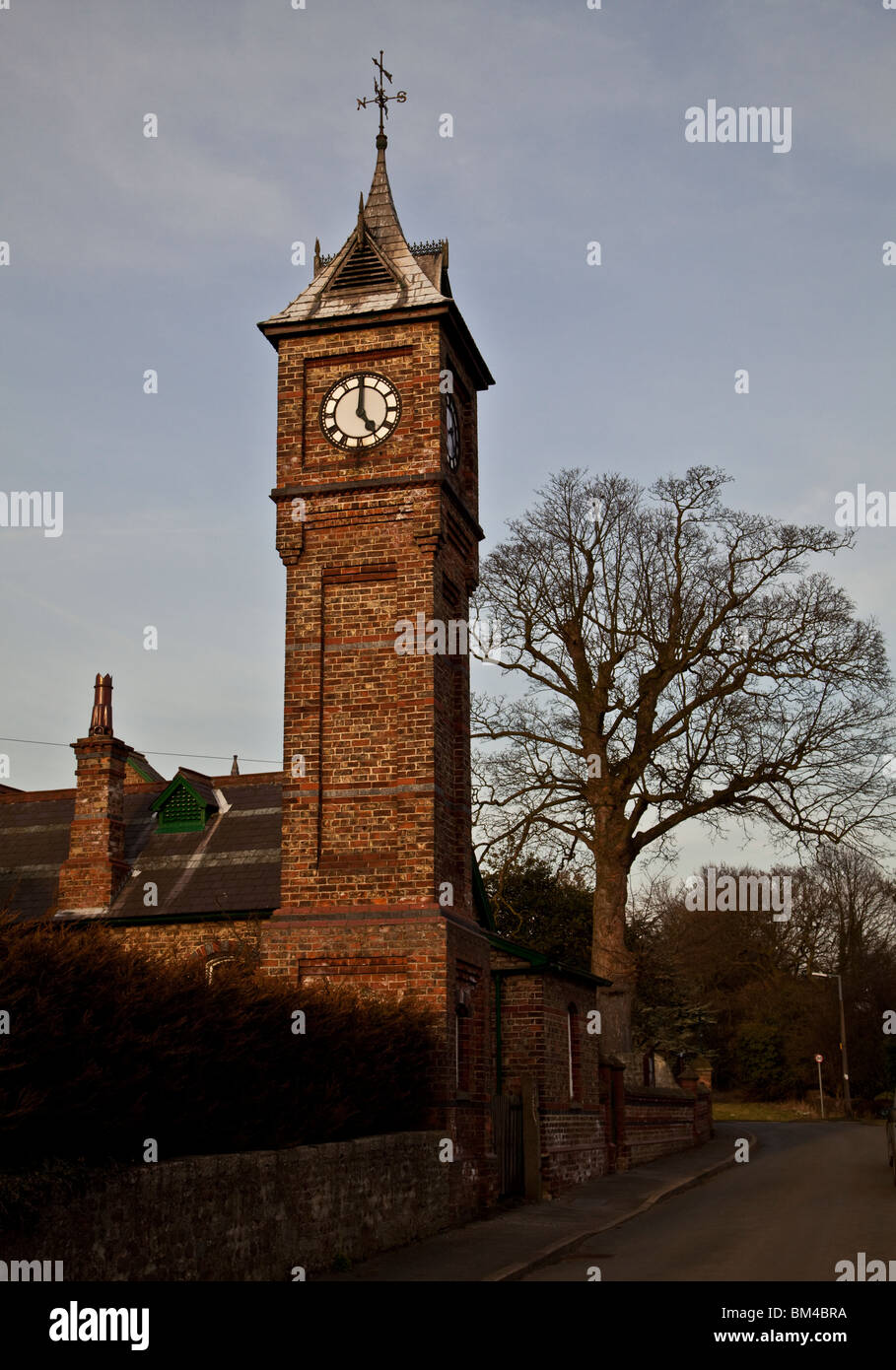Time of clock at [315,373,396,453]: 5:00
